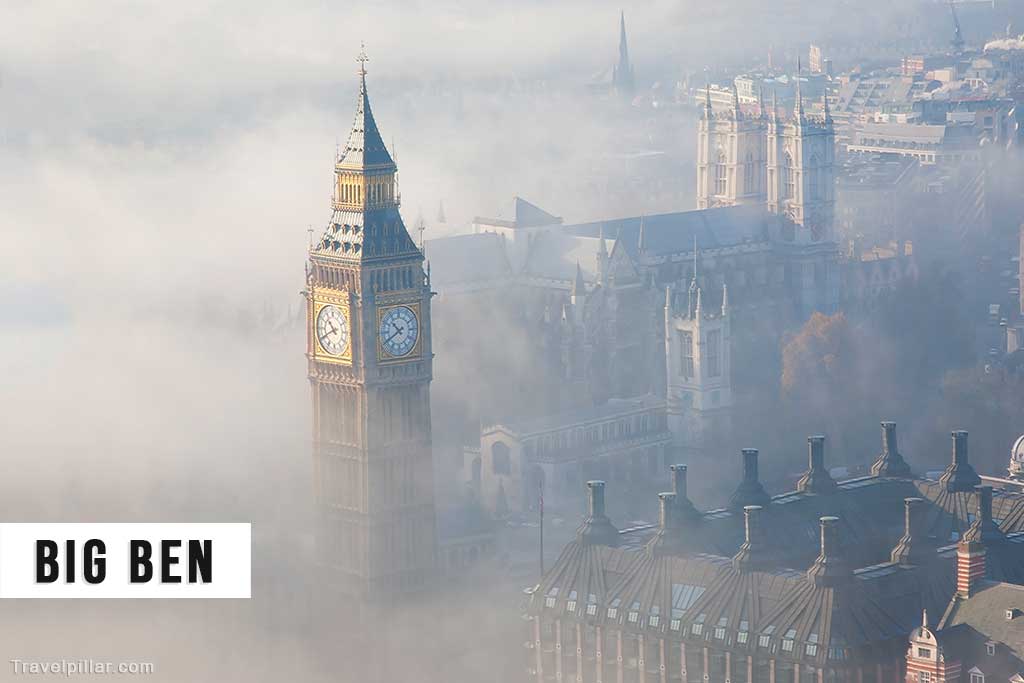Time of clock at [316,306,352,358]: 10:40
